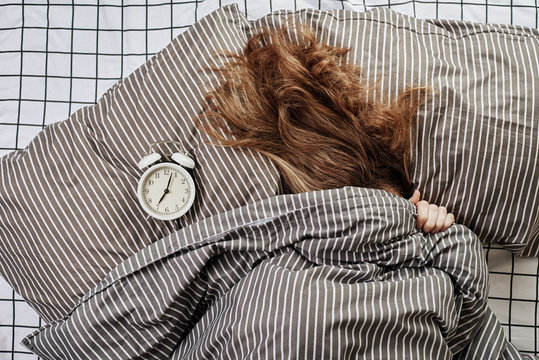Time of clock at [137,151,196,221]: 7:03
